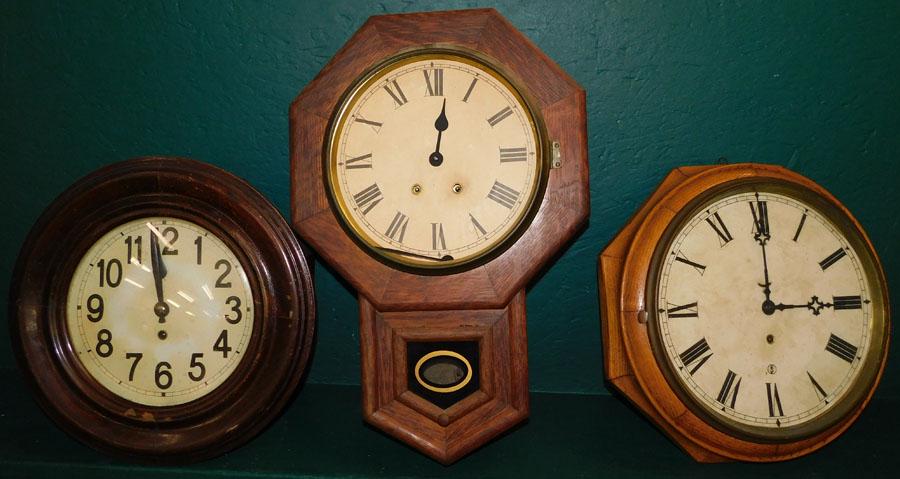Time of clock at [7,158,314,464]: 11:58
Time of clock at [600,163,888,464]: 3:00
